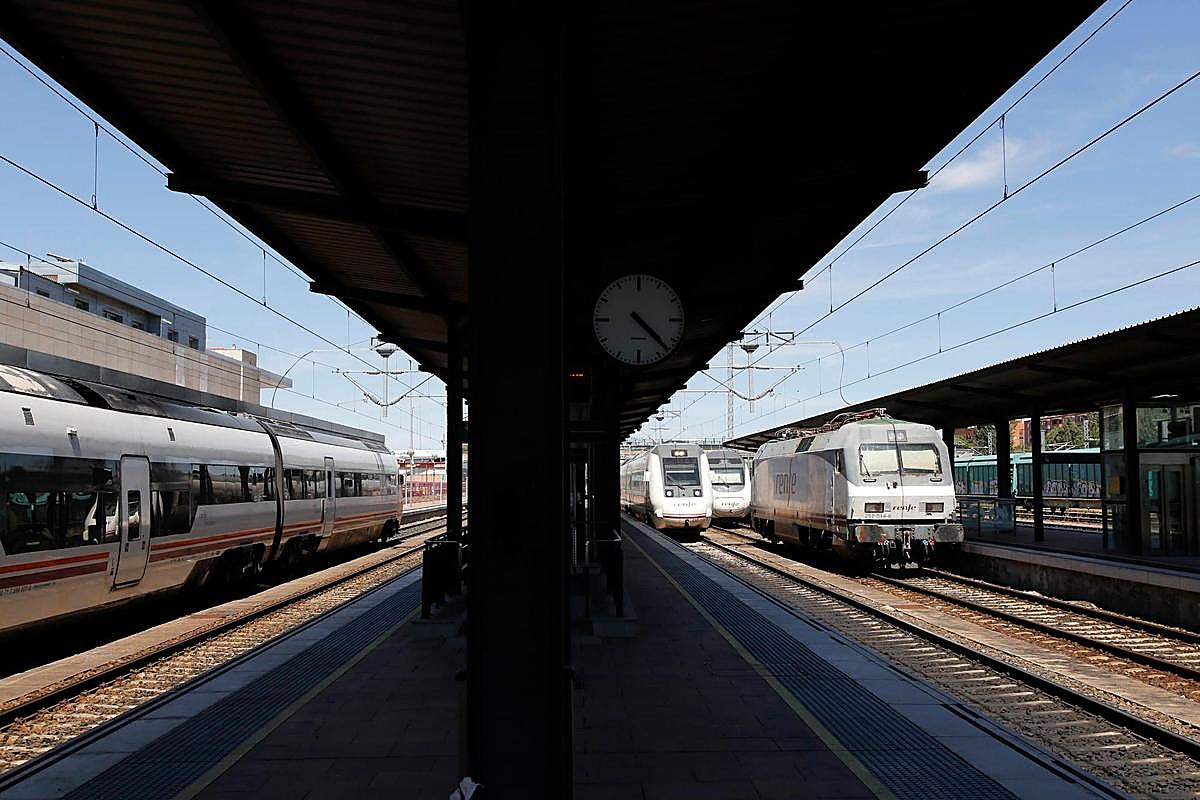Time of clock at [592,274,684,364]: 4:22
